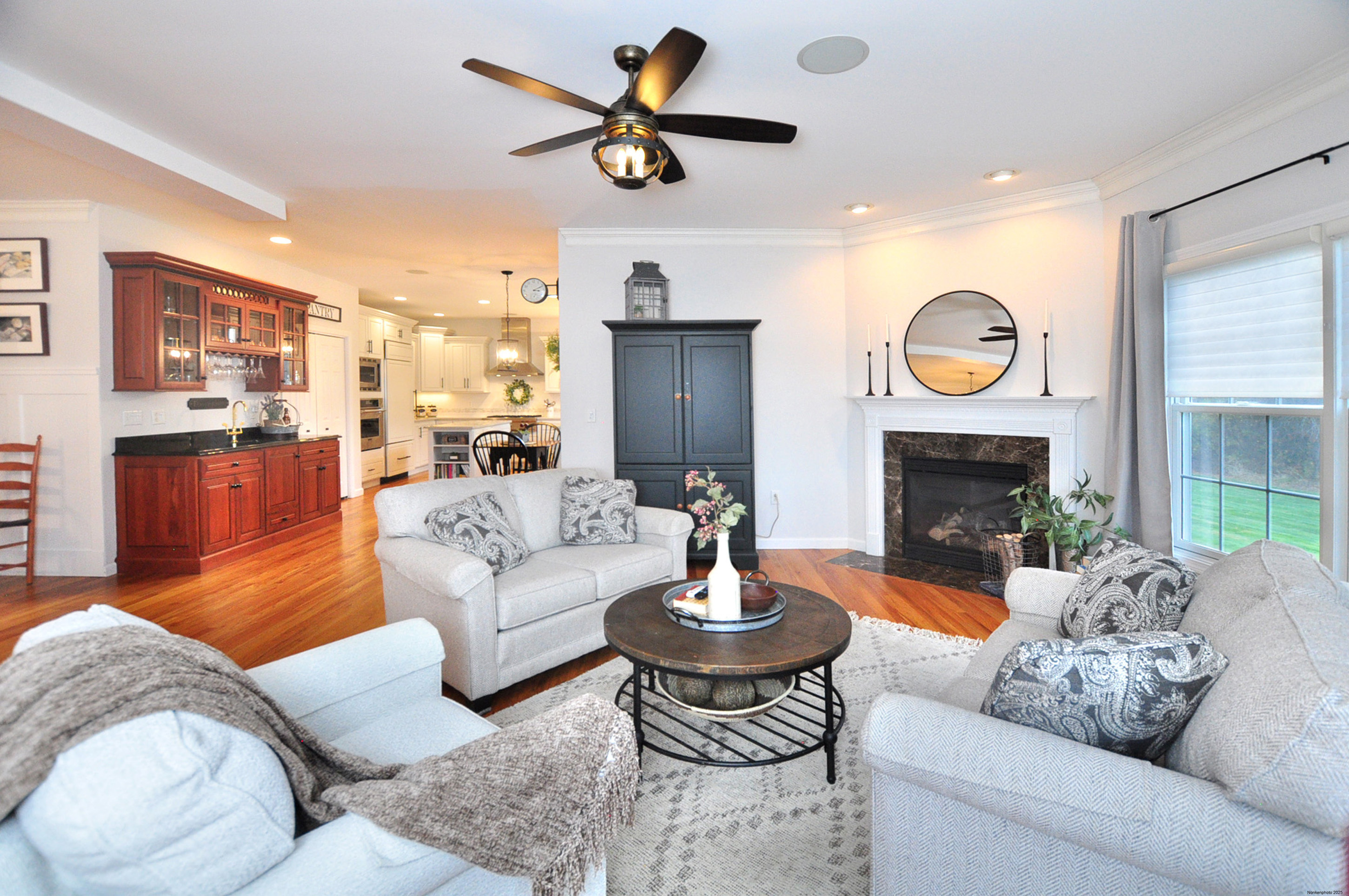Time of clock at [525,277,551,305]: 3:11
